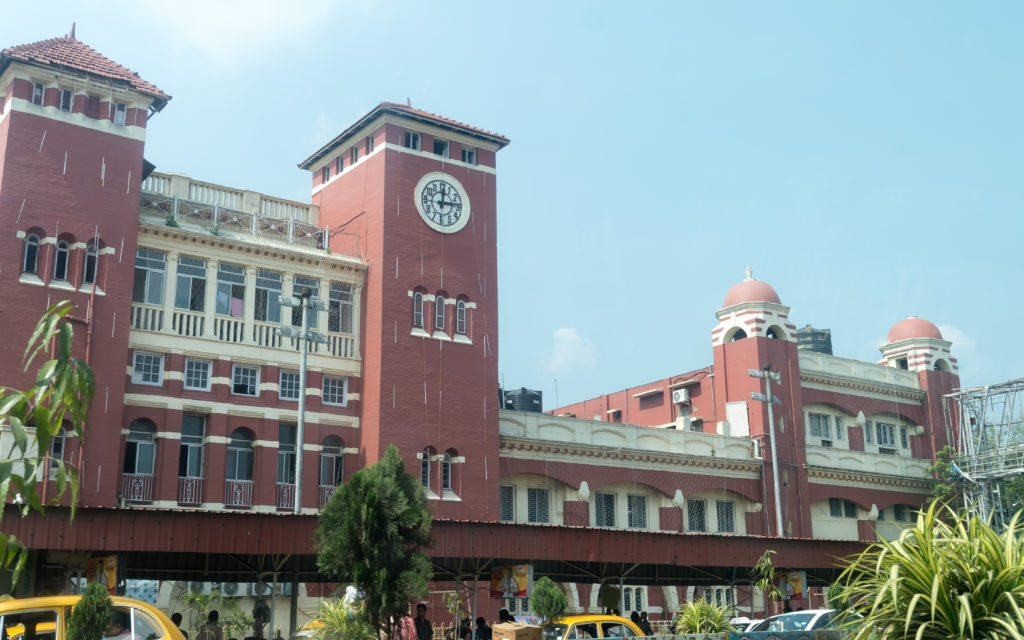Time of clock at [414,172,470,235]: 12:14
